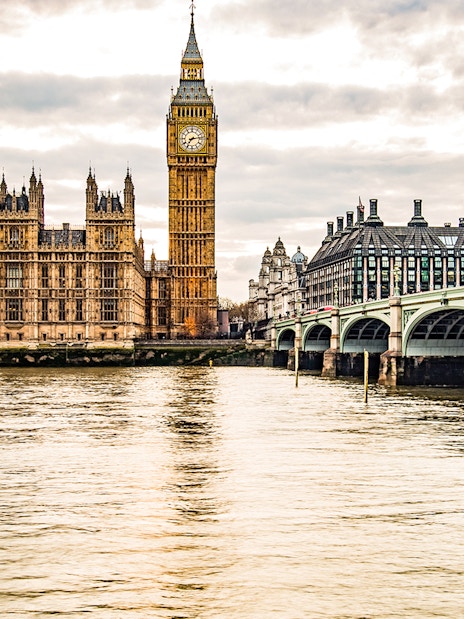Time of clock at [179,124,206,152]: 7:13
